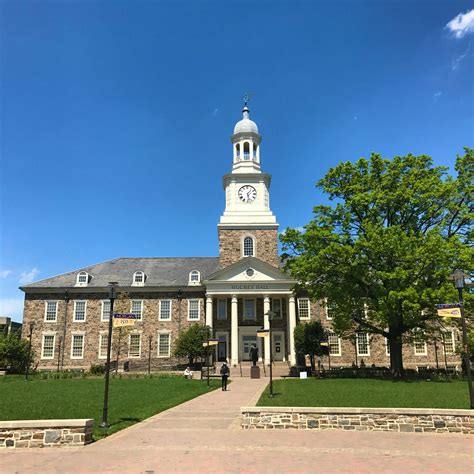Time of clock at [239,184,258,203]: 1:28
